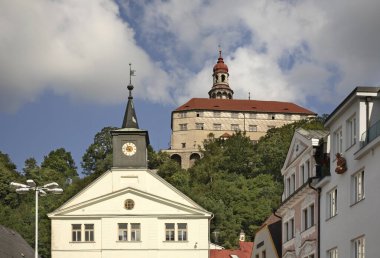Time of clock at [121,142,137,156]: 8:54
